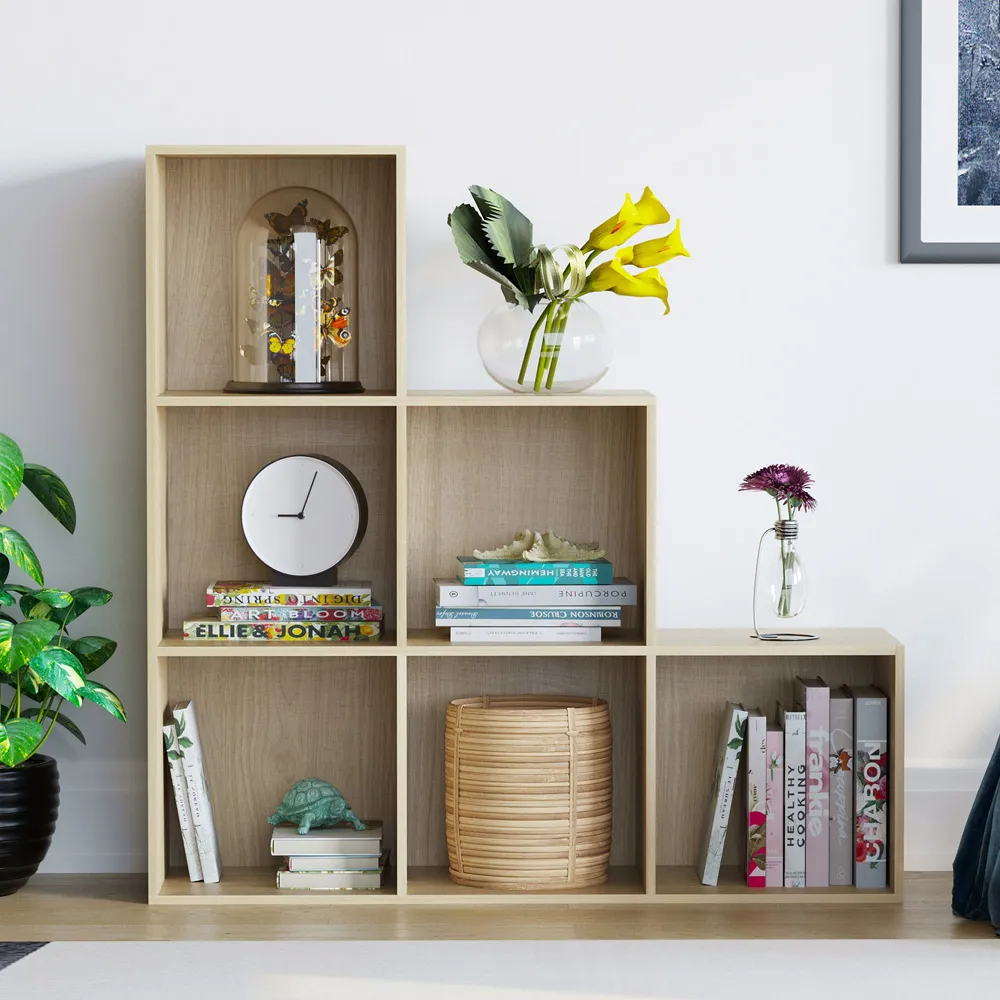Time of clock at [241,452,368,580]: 9:03
